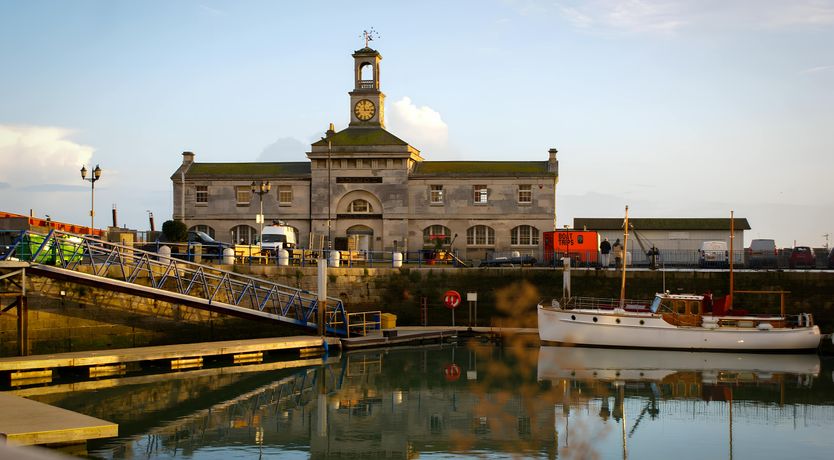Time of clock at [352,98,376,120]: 2:58
